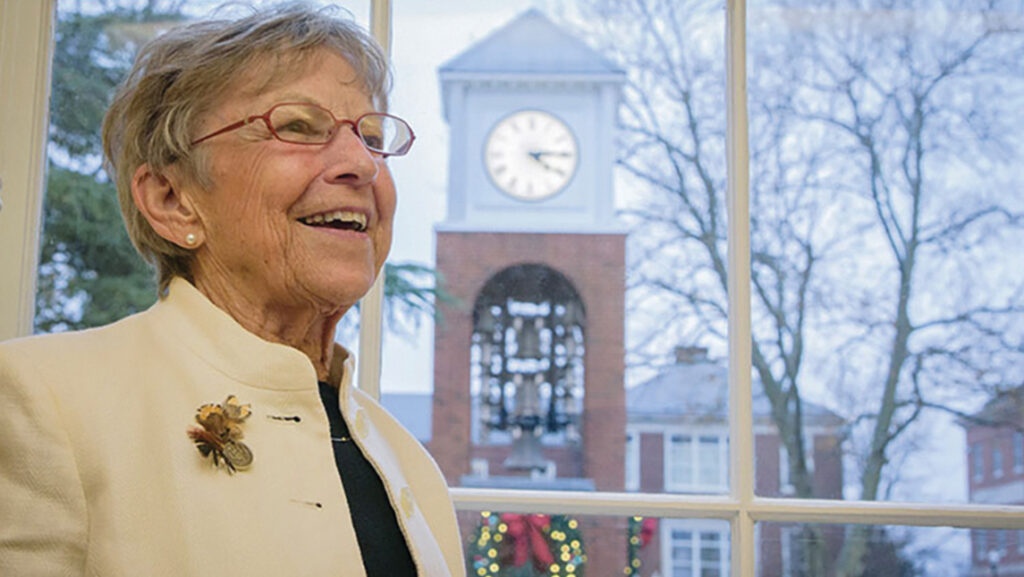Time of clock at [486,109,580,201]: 4:14
